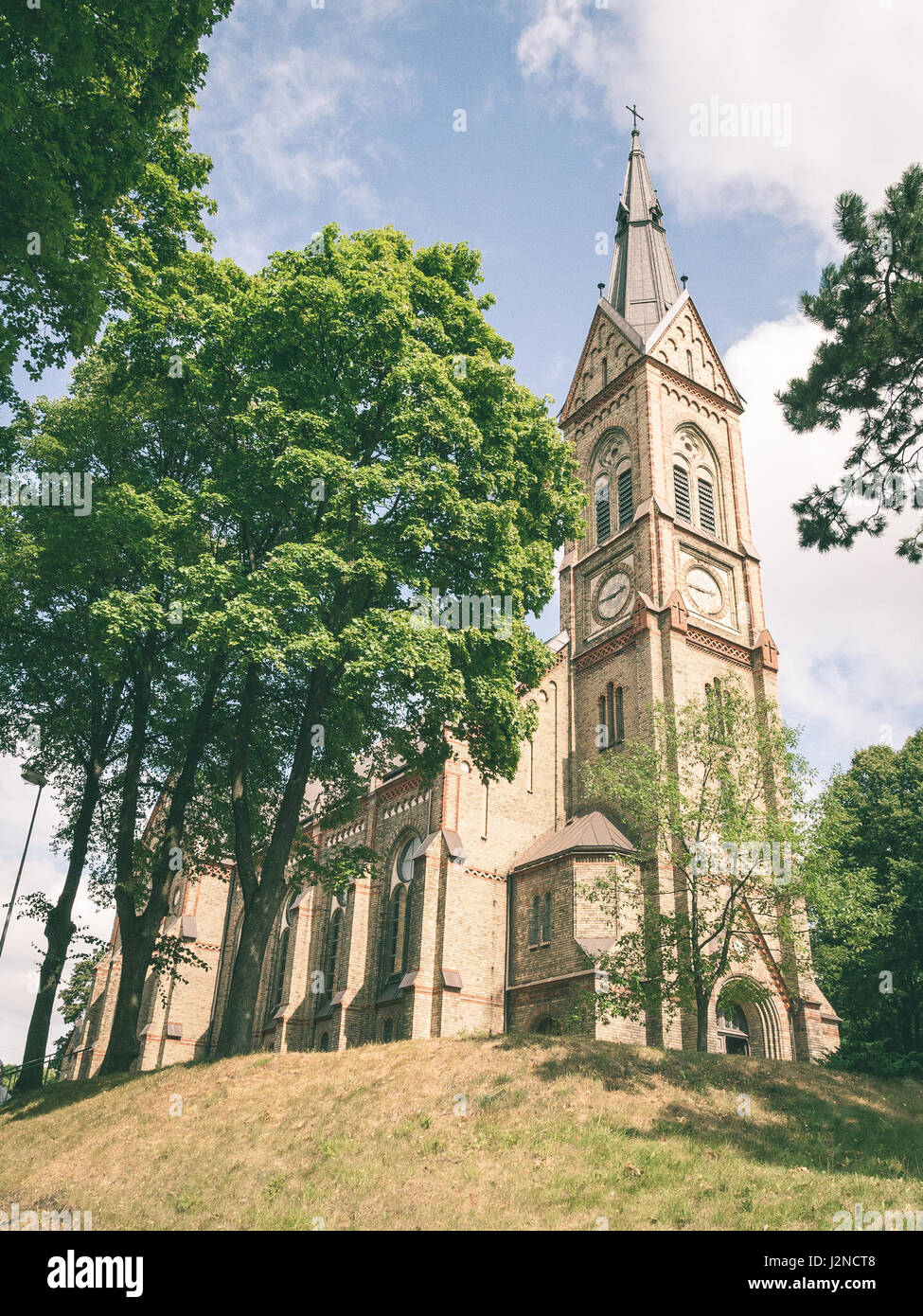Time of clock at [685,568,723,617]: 2:46
